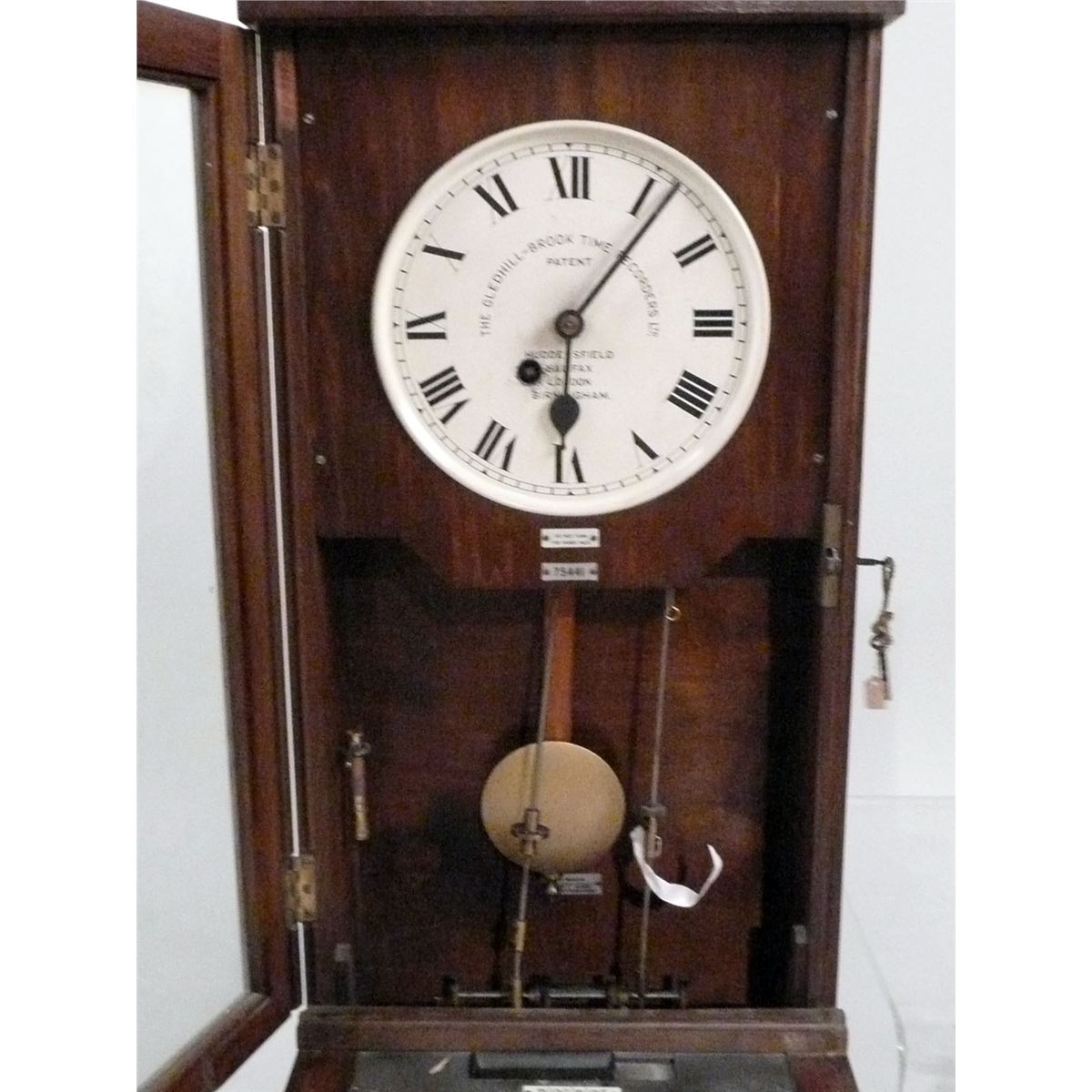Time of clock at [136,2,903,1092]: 6:06
